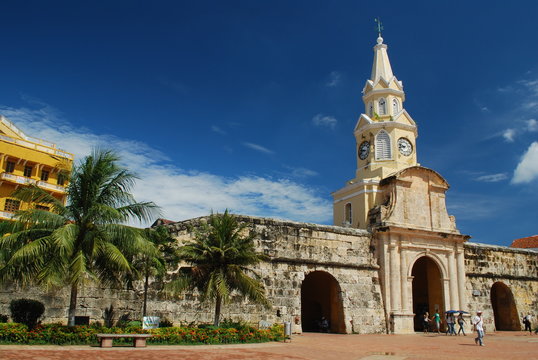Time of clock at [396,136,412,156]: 9:42
